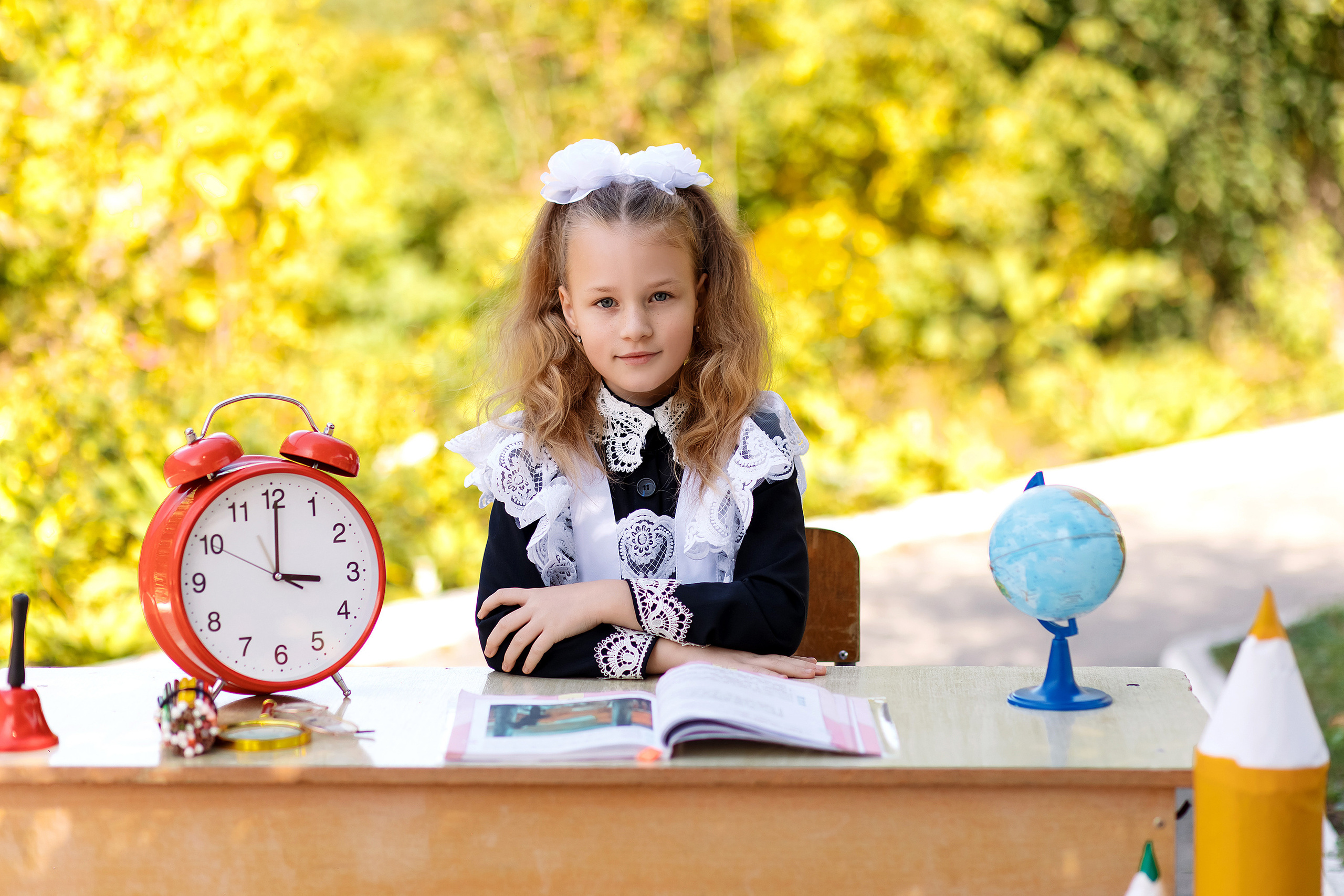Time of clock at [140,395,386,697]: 3:00
